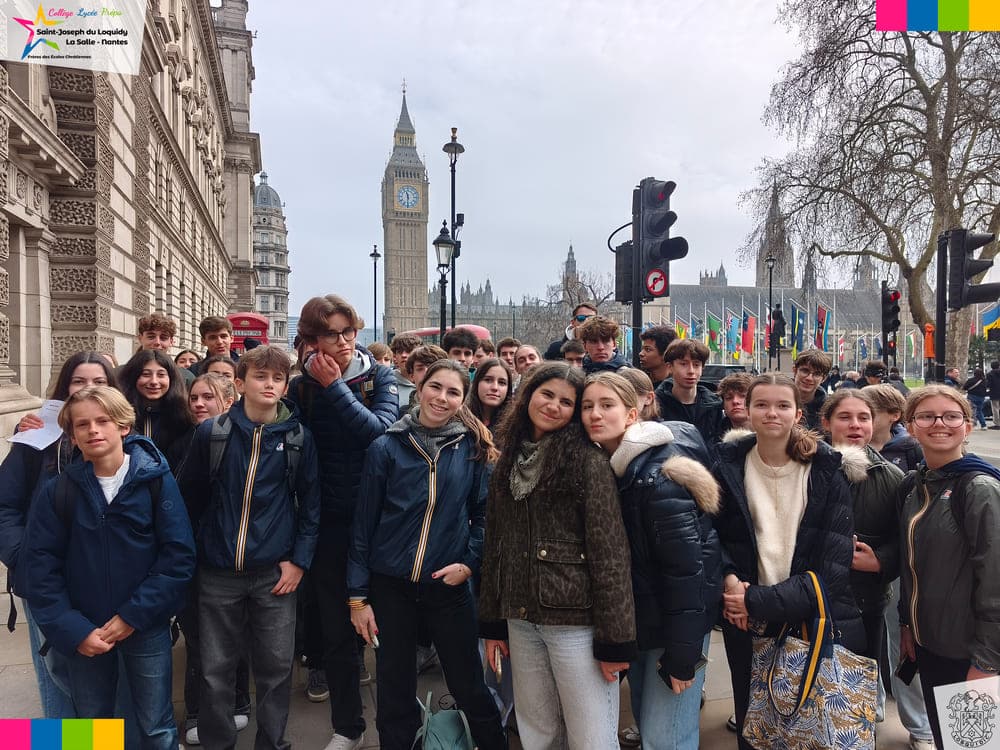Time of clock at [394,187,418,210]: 11:30
